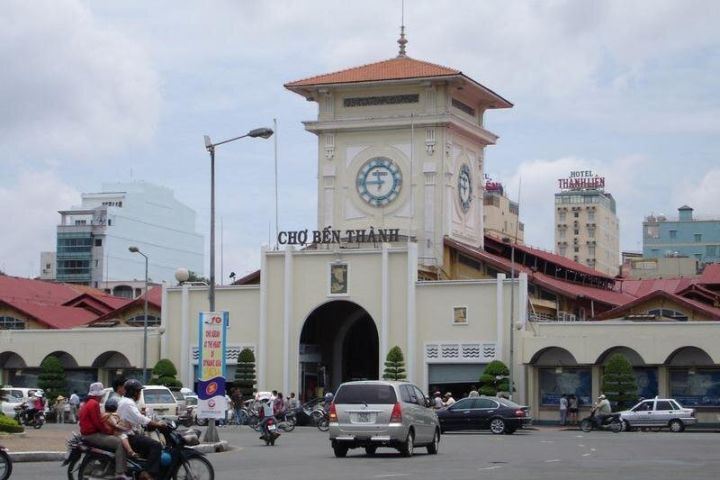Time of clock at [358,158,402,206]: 11:45
